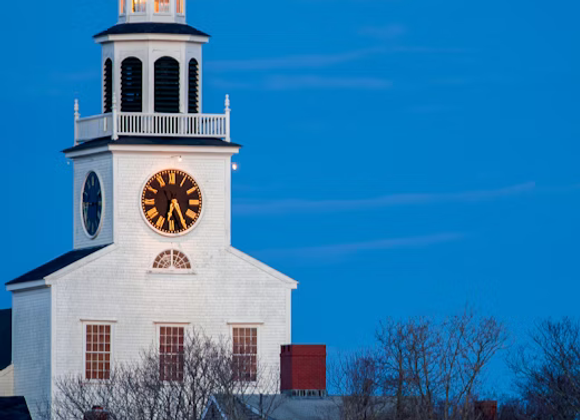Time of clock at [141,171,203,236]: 6:25
